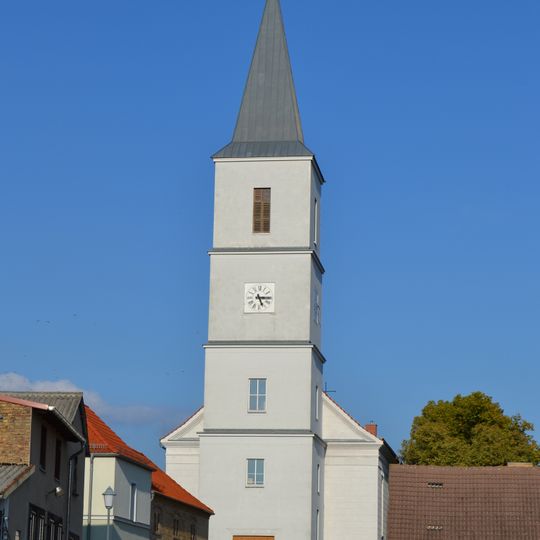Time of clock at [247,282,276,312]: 5:15
